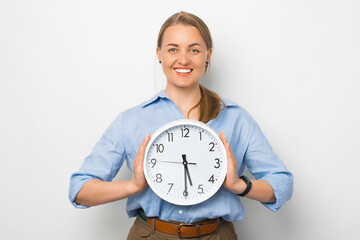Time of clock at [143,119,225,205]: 5:29
